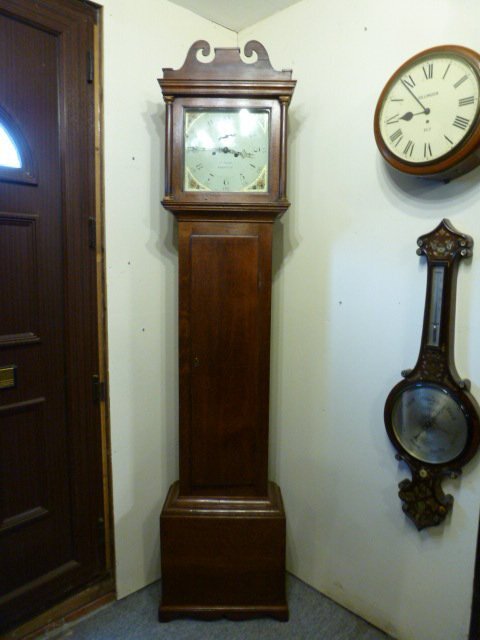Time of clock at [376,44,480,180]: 8:53
